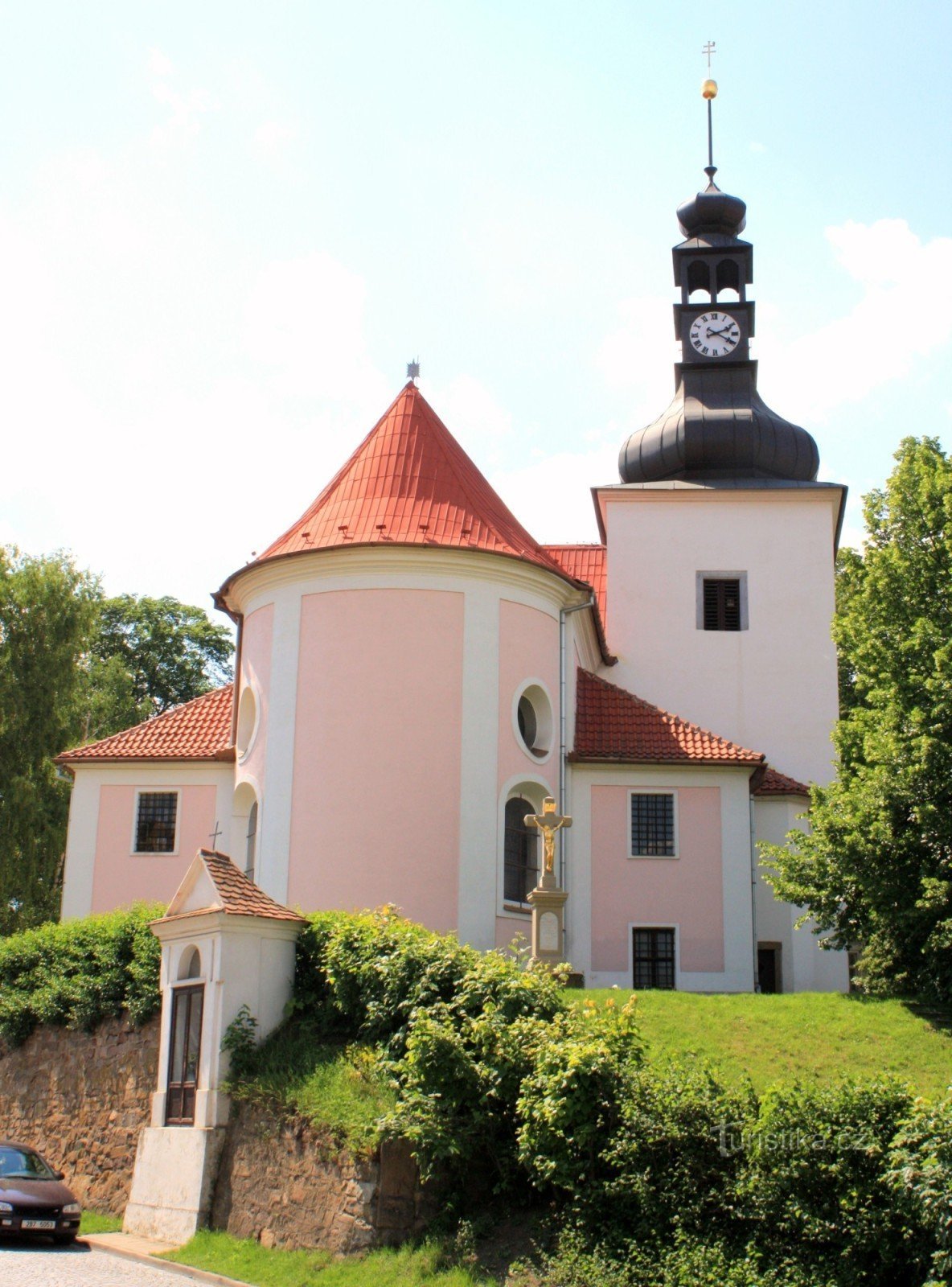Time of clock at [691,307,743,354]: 2:19
